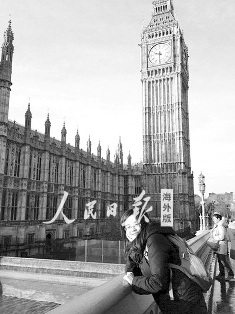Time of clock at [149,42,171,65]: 9:30
